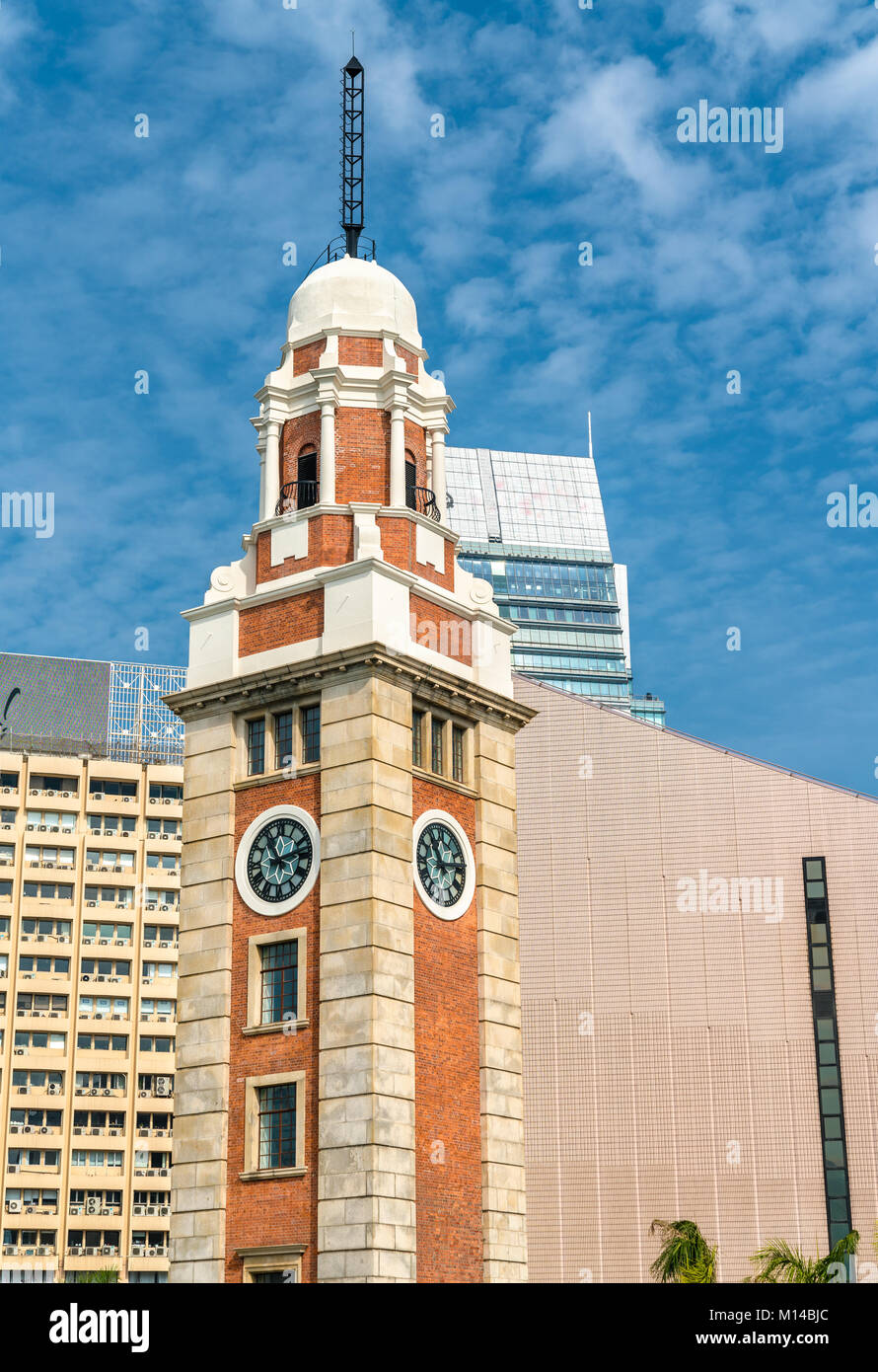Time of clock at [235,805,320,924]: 11:12
